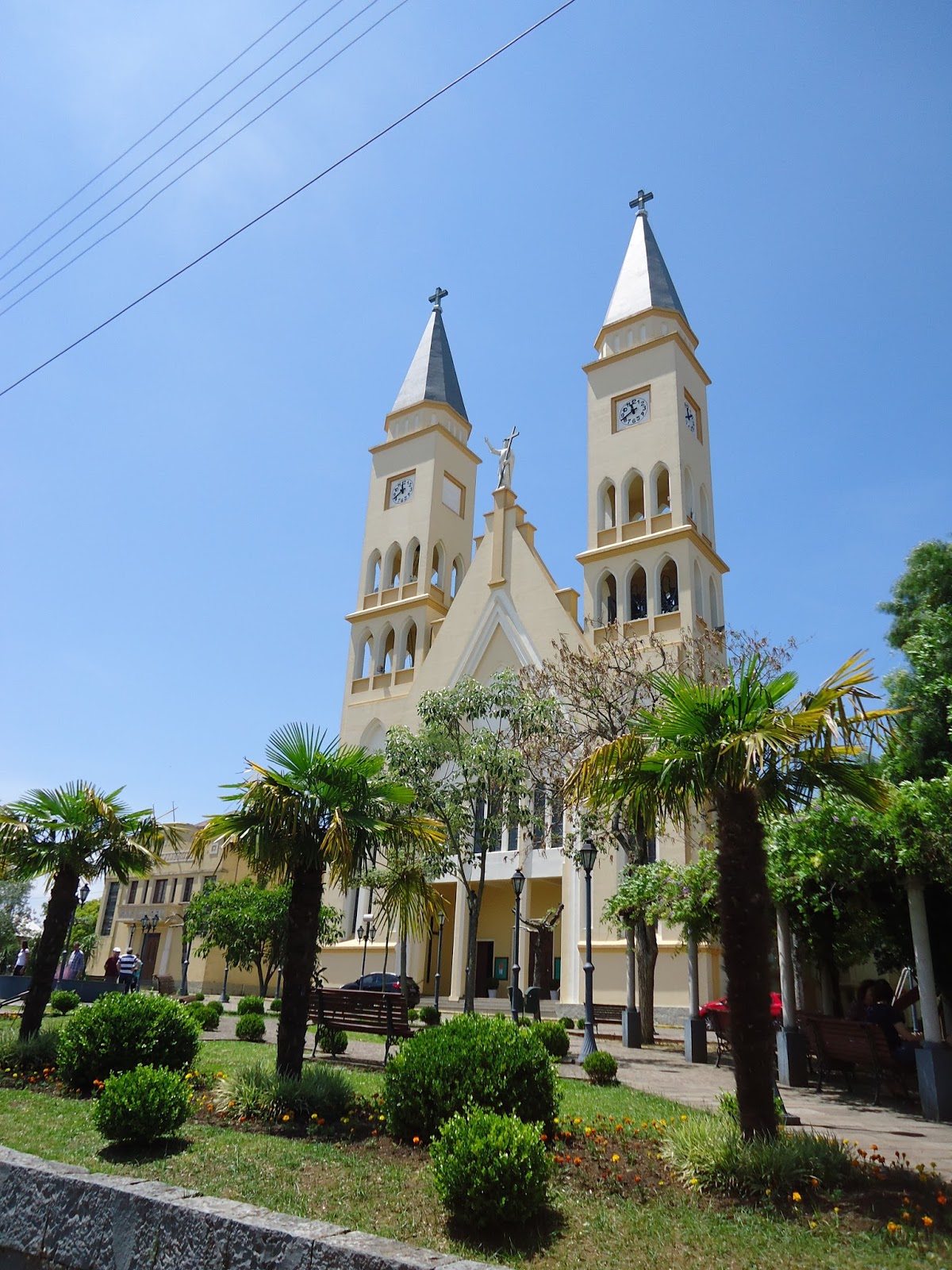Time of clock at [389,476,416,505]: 11:40
